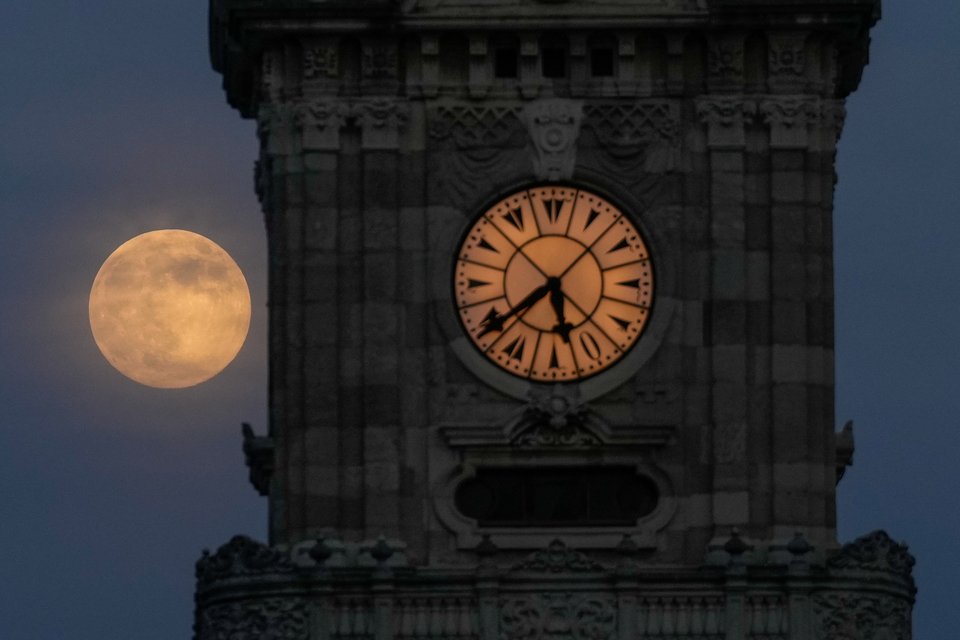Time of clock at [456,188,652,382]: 5:39
